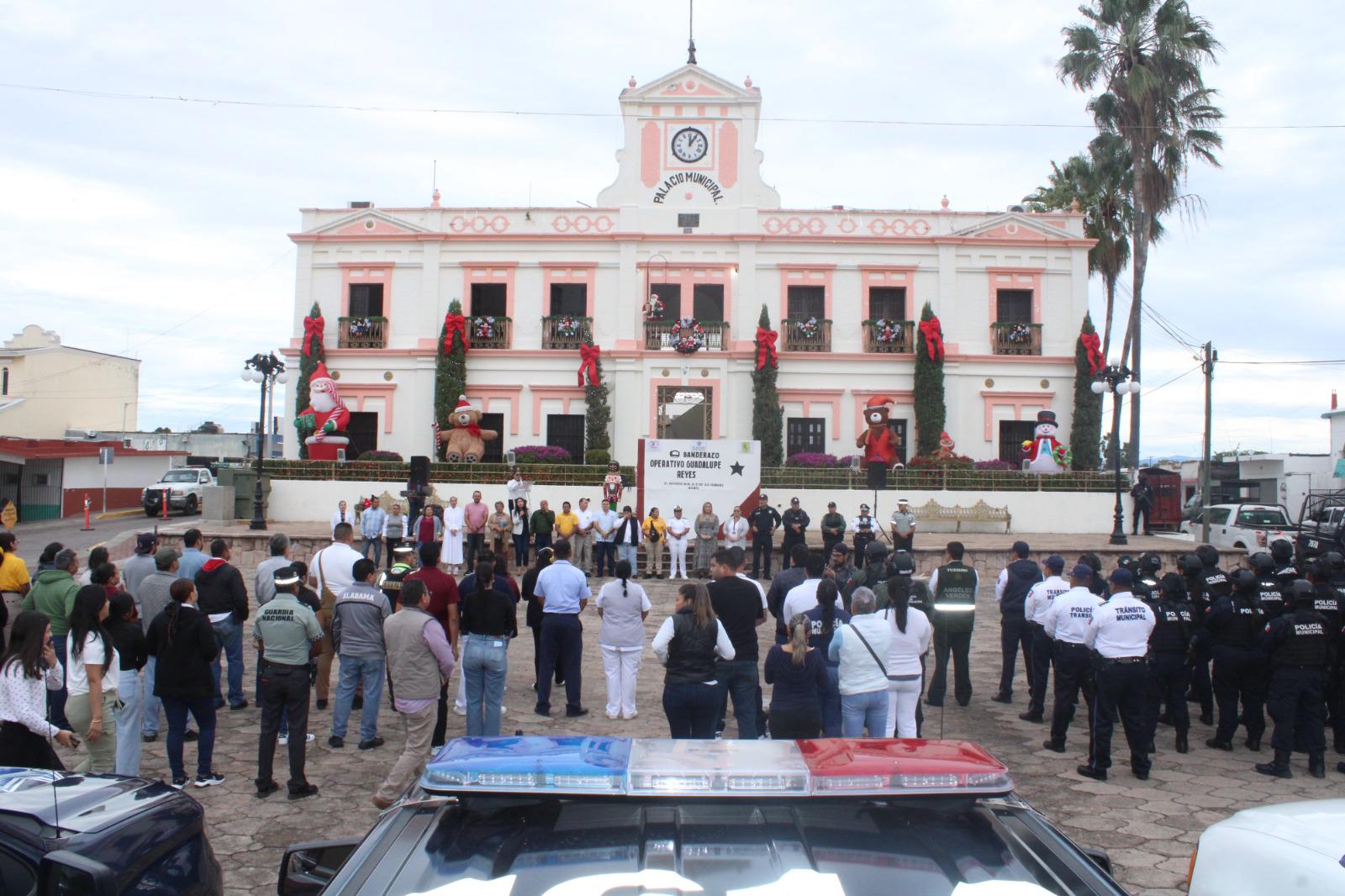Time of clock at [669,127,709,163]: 12:05
